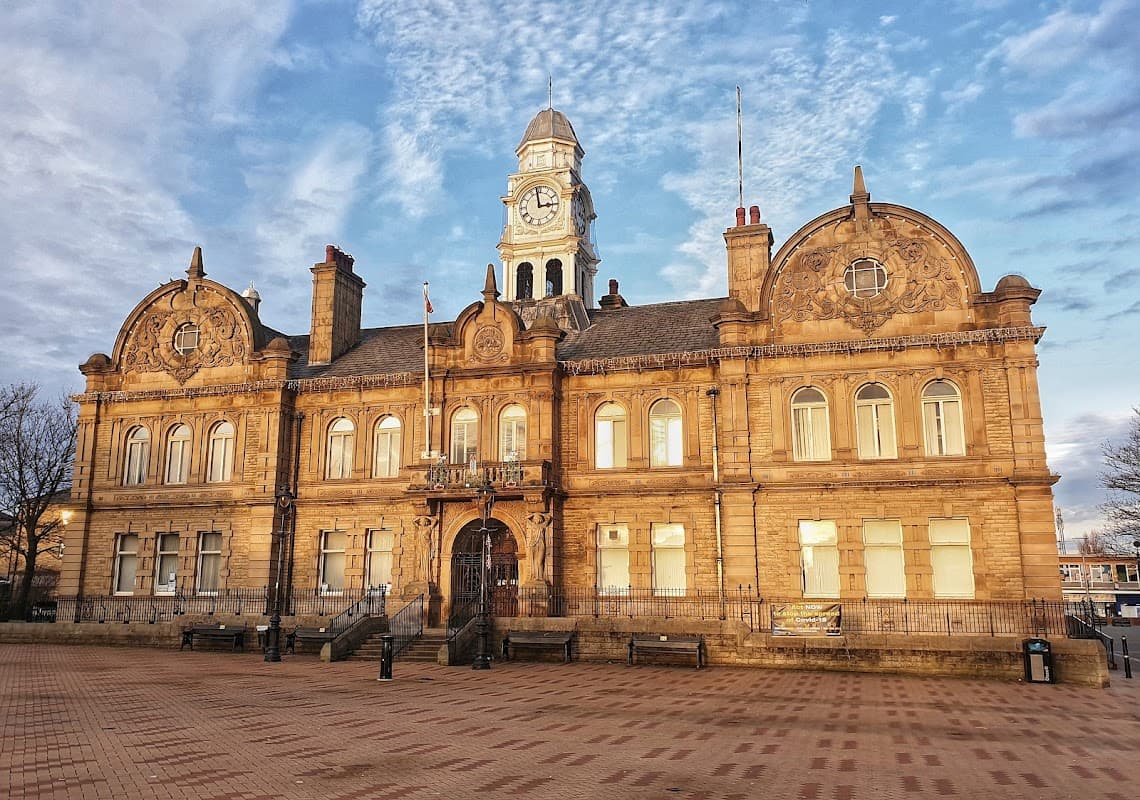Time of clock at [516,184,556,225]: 2:58
